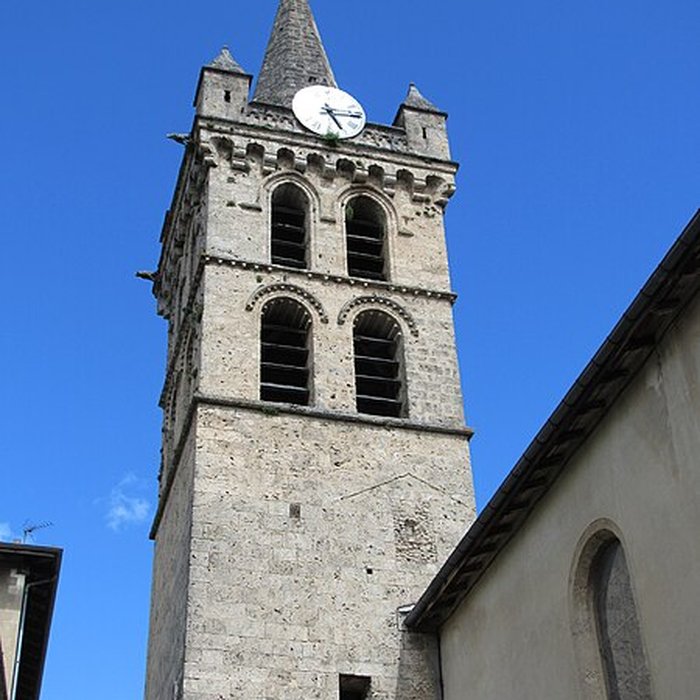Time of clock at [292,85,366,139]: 5:15
